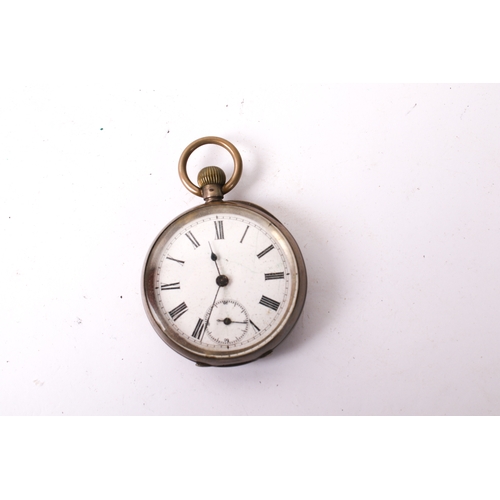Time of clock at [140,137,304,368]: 11:34
